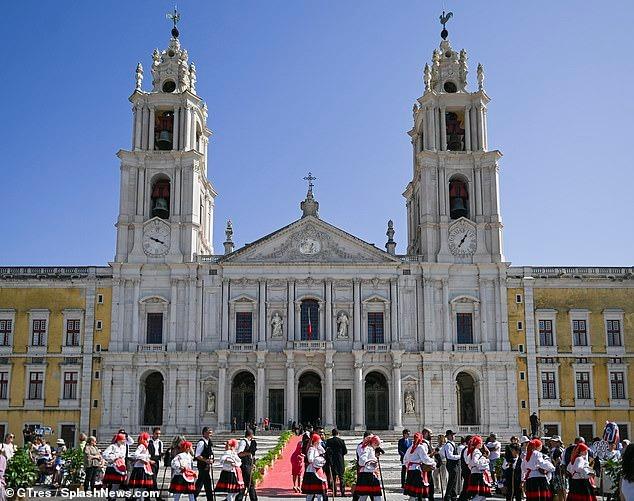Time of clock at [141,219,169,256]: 3:48
